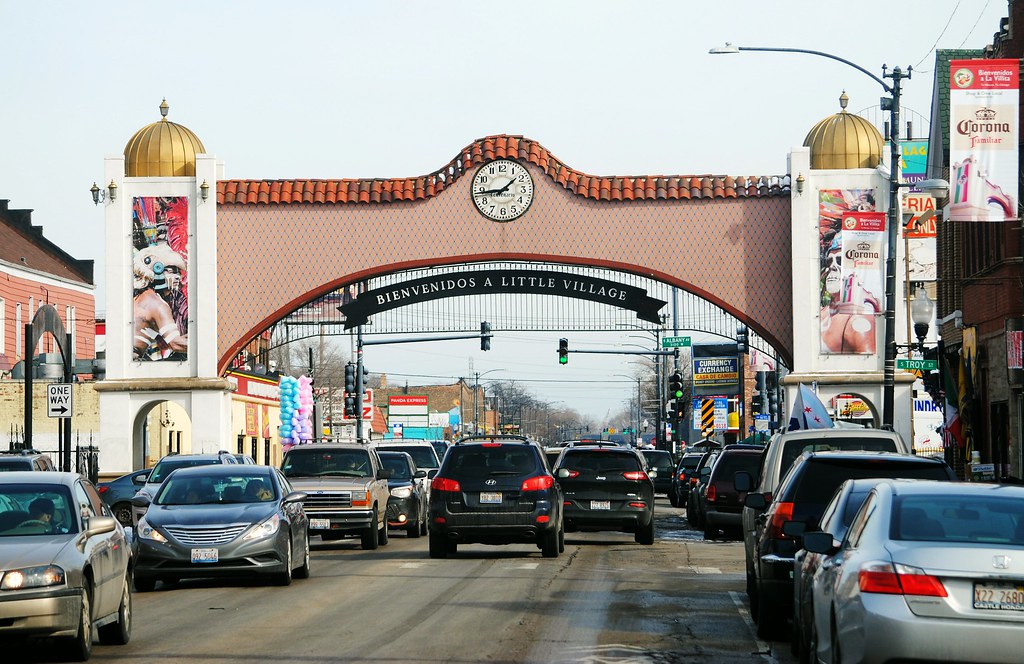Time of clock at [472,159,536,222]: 1:44
